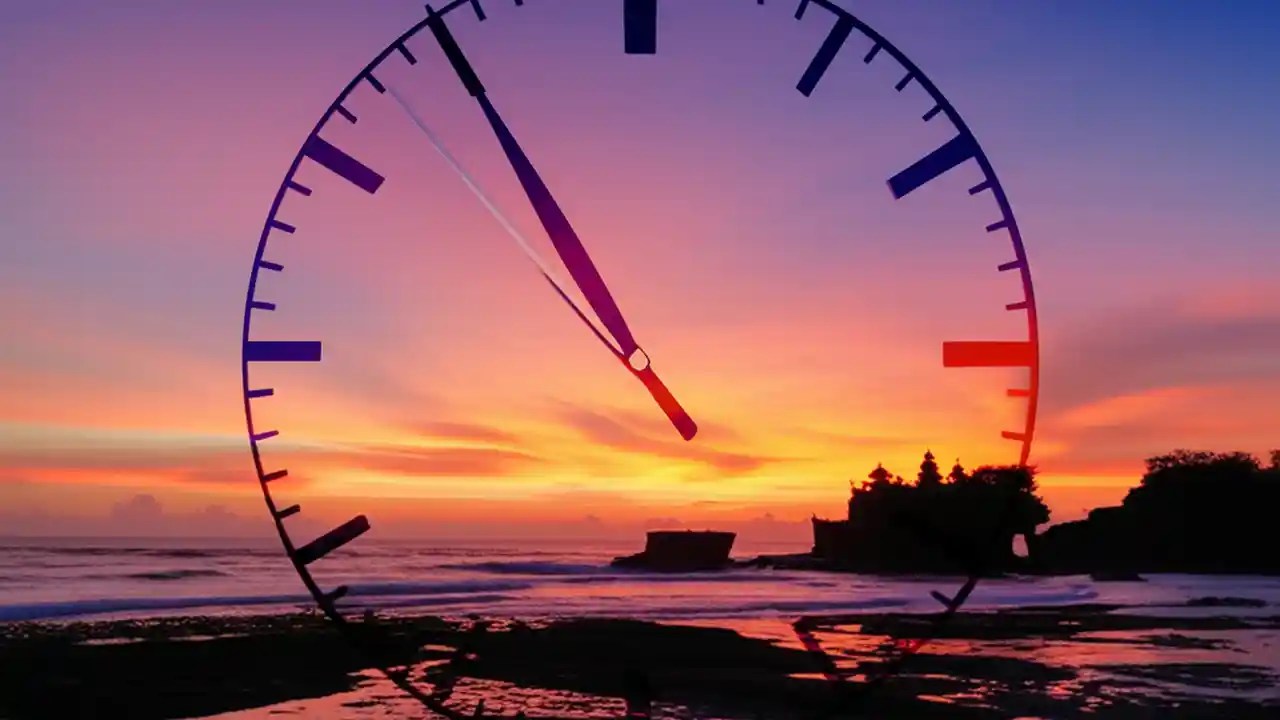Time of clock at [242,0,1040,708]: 4:54
